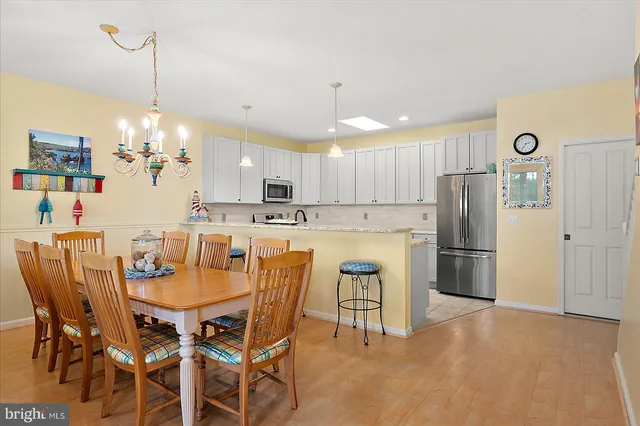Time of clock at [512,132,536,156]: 2:35
